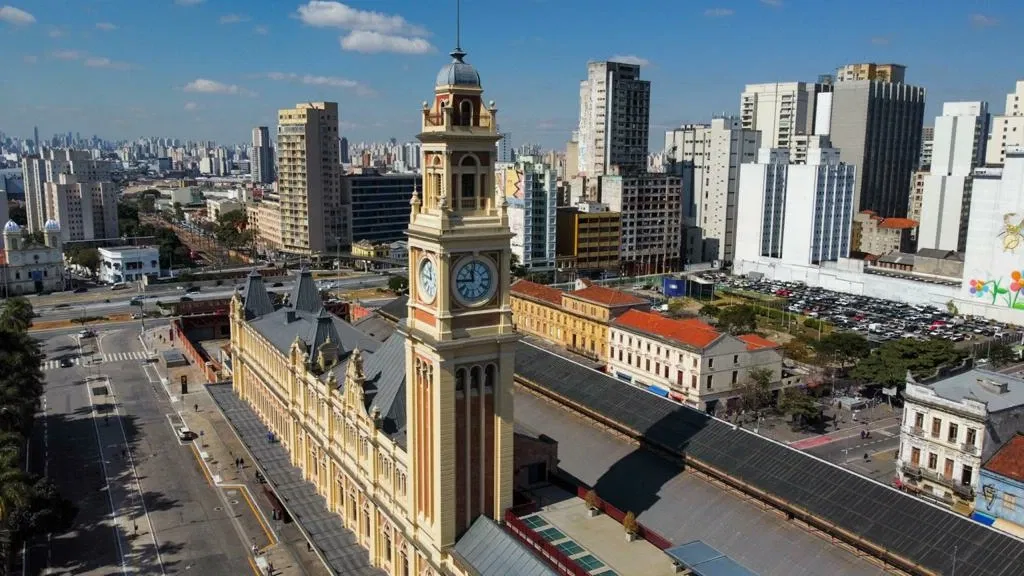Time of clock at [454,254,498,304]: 11:45
